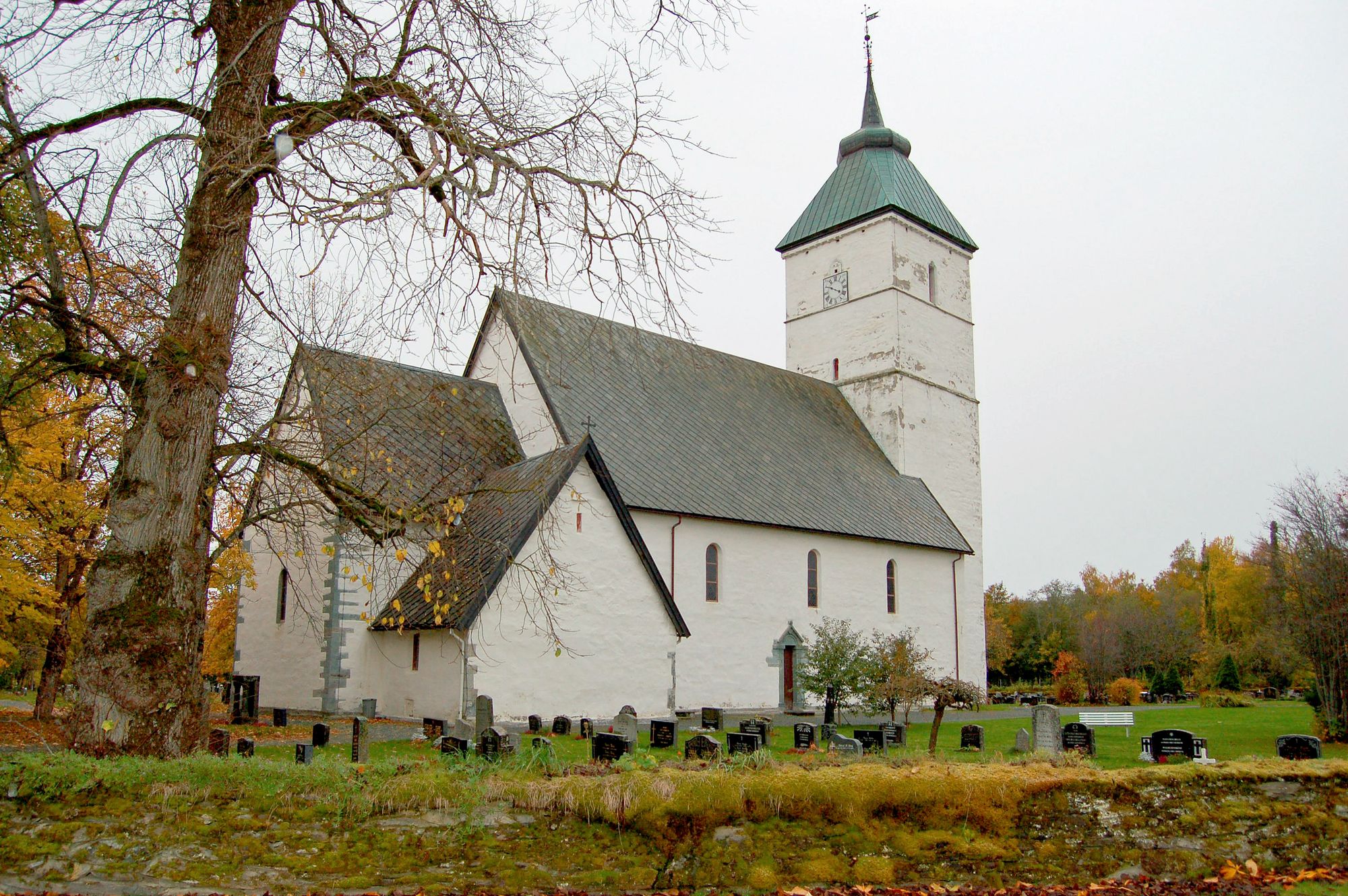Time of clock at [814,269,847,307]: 3:50
